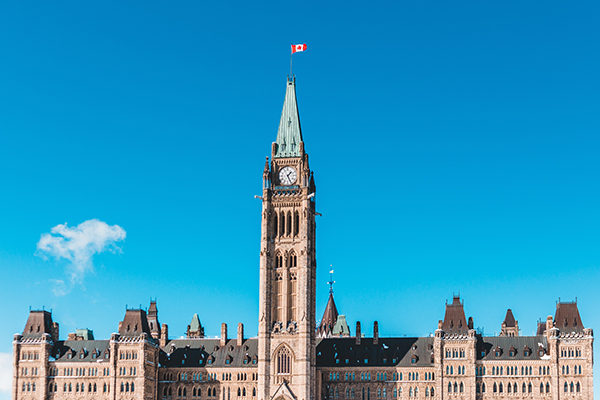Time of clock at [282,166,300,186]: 1:26
